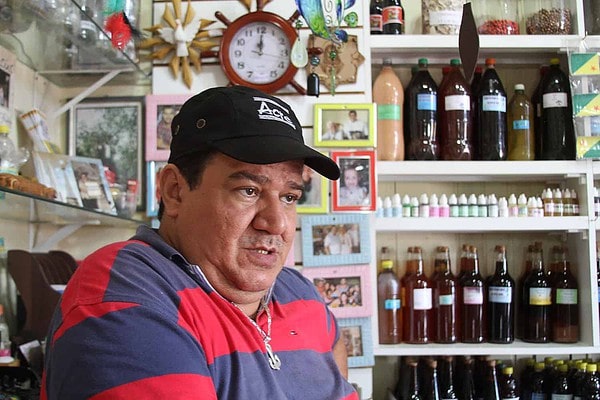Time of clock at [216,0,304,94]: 12:00
